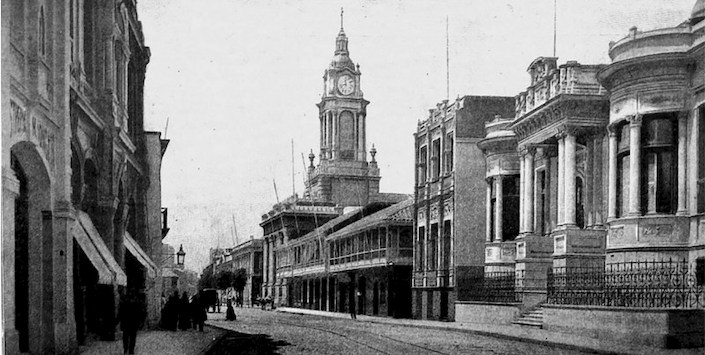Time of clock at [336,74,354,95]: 11:42
